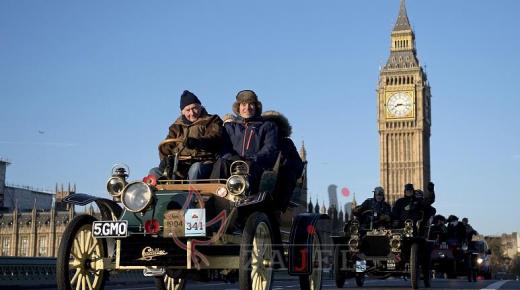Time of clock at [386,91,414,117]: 8:16
